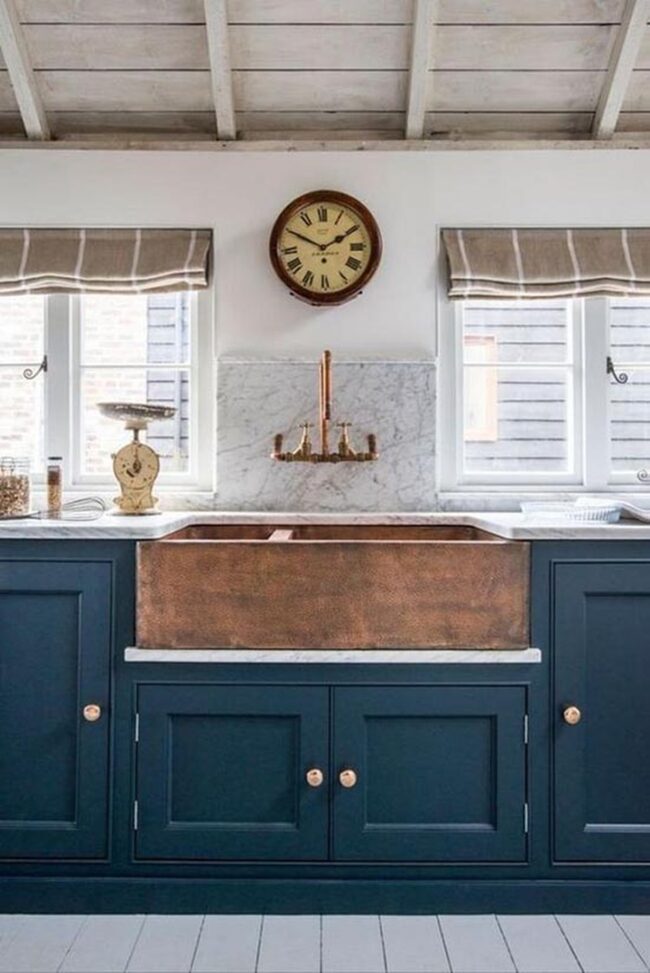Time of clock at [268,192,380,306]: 1:49
